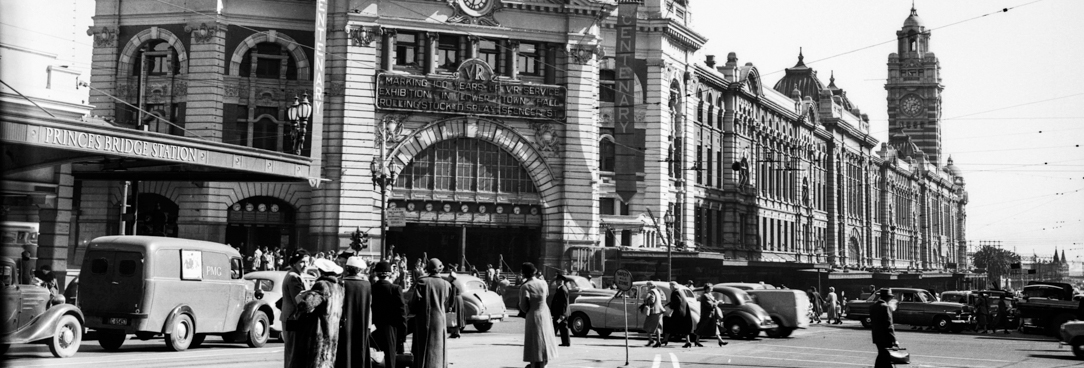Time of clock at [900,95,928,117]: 2:33
